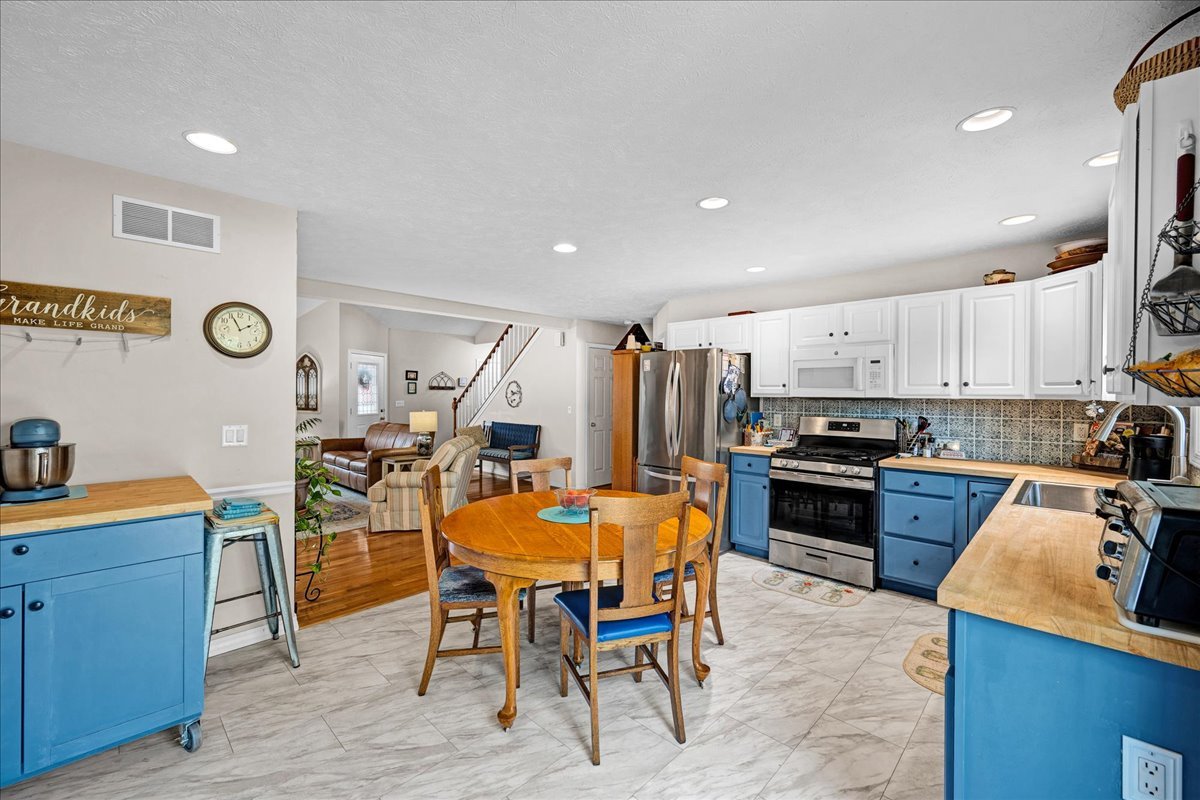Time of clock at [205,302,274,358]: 1:55
